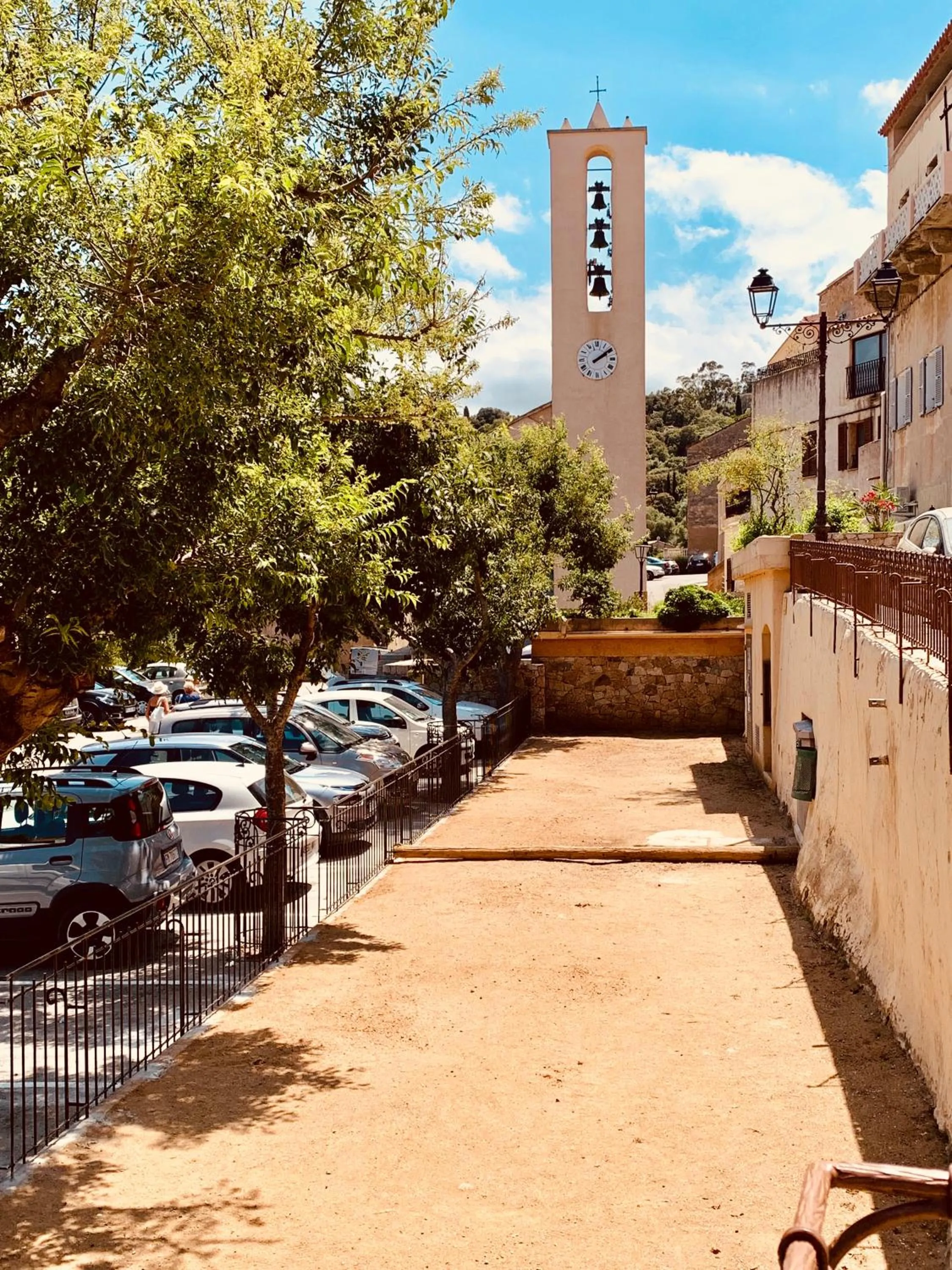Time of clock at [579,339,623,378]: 2:09
